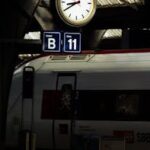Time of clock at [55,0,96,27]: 8:39
